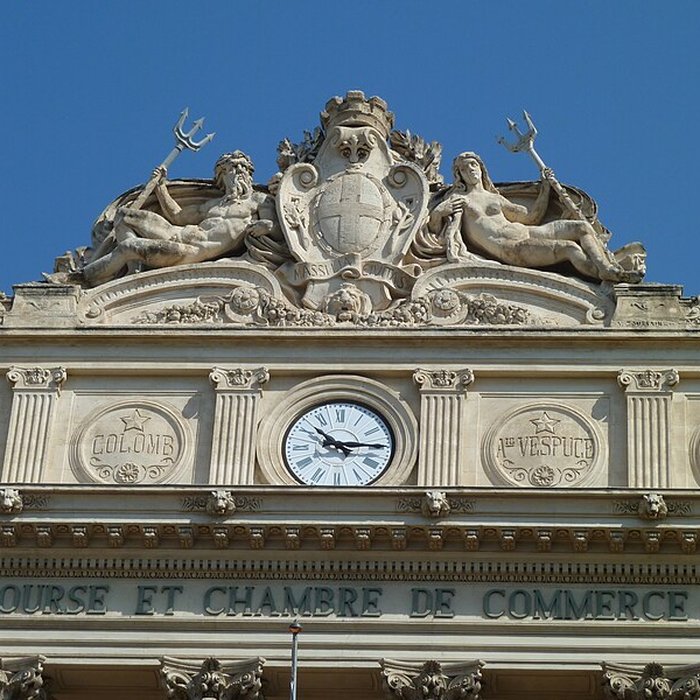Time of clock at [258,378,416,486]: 10:14
